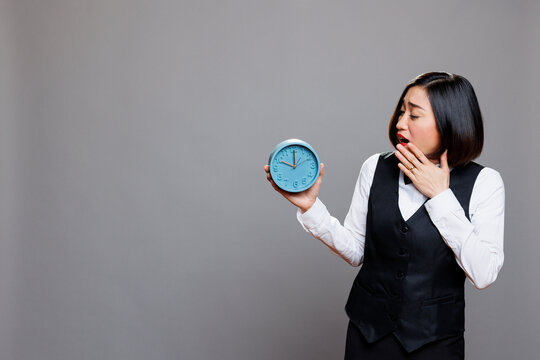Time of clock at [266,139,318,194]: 10:00
